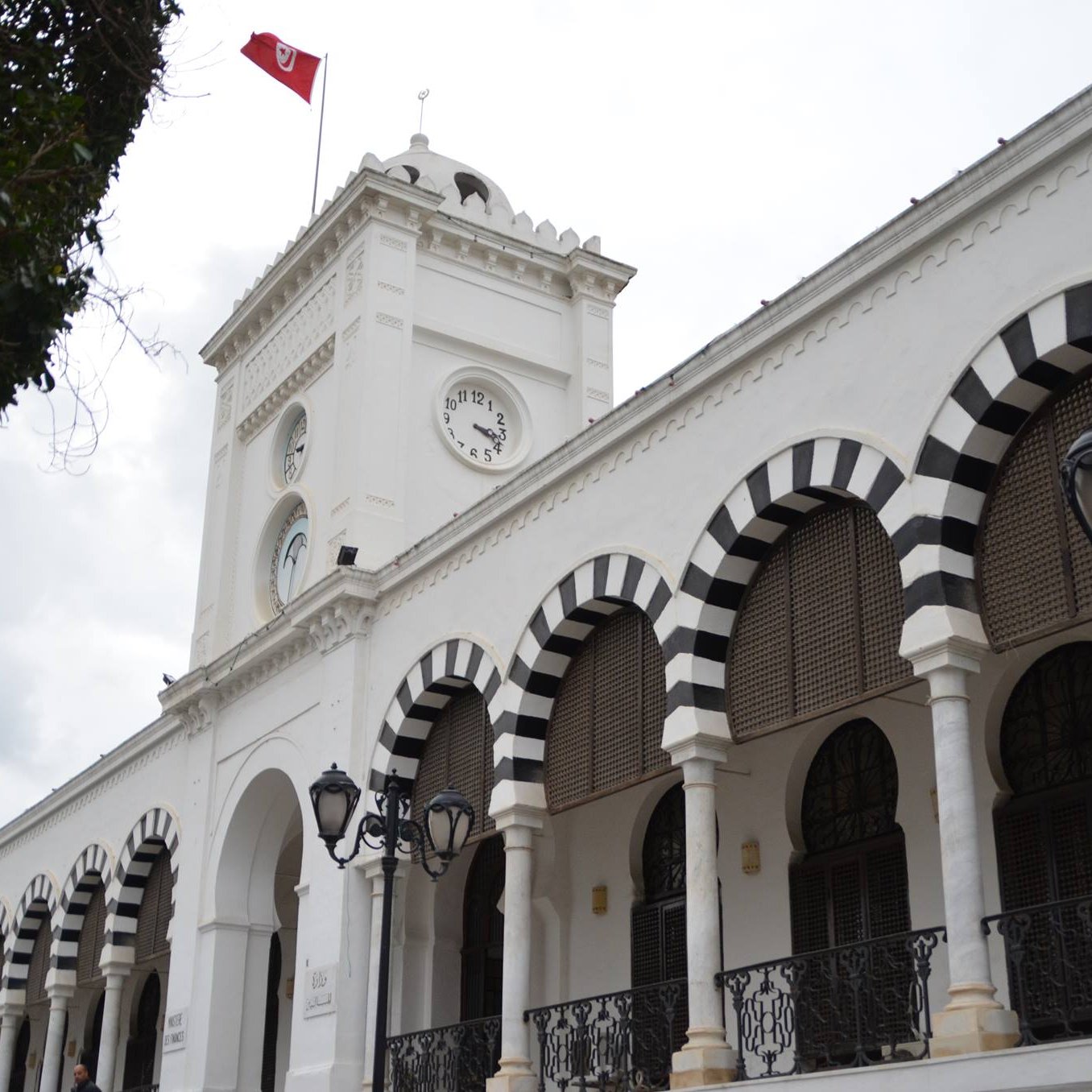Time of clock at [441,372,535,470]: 3:18
